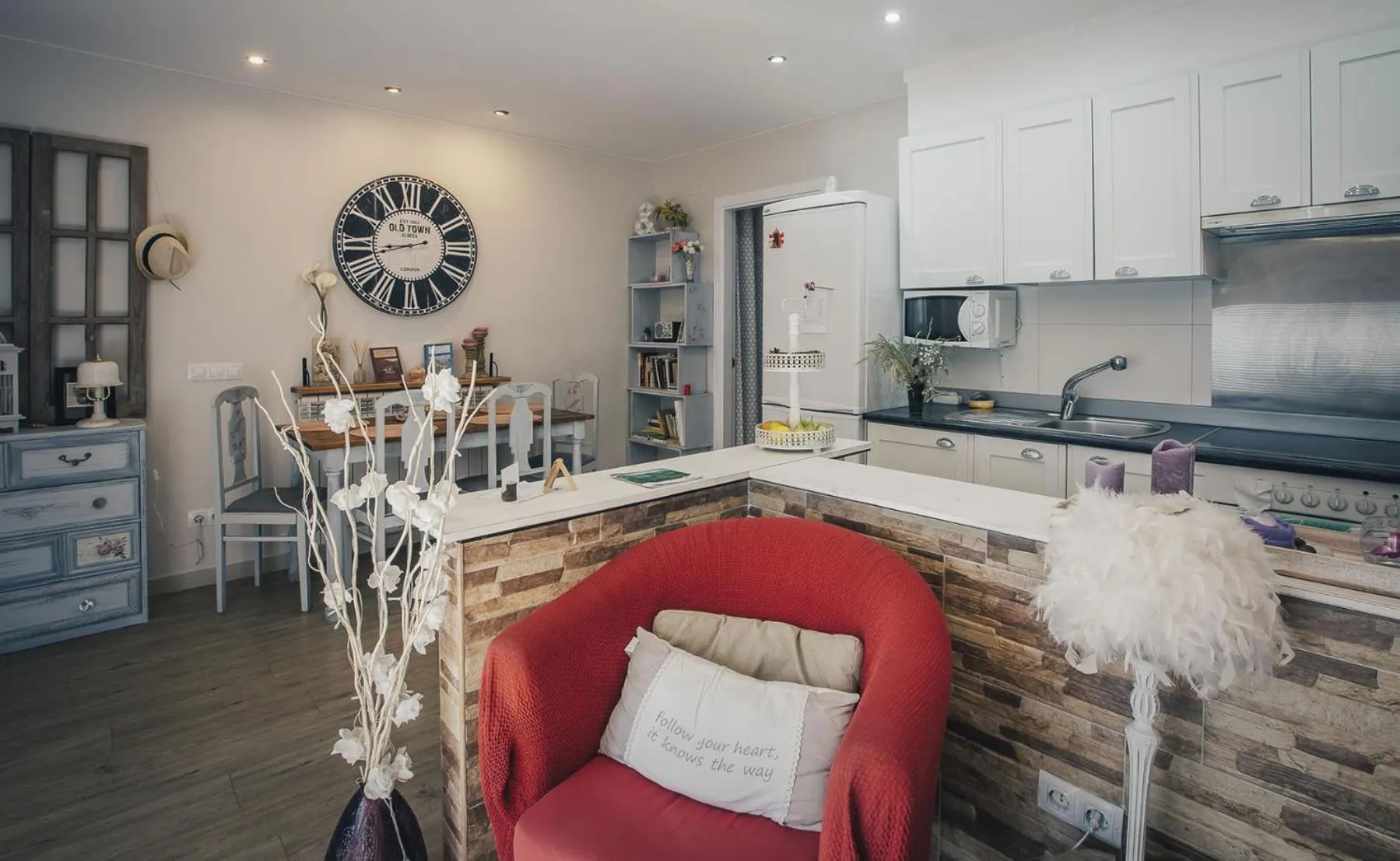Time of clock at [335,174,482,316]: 8:42
